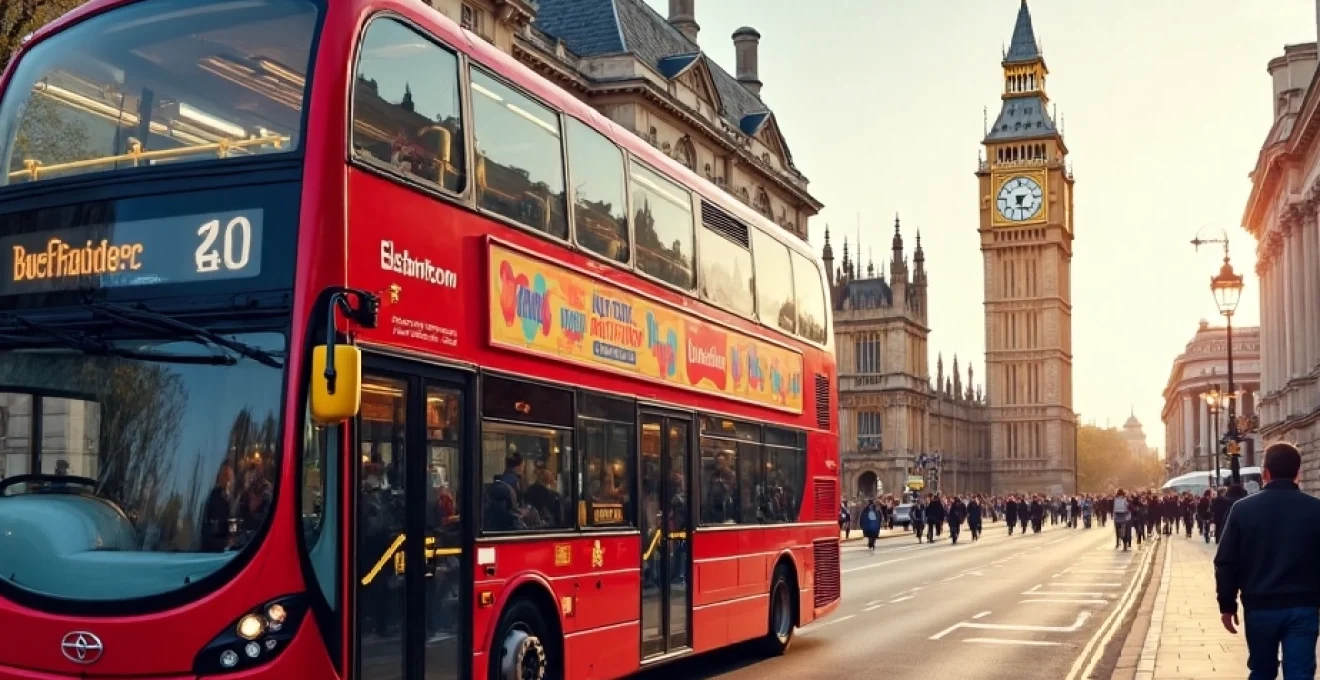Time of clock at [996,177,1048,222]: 7:29
